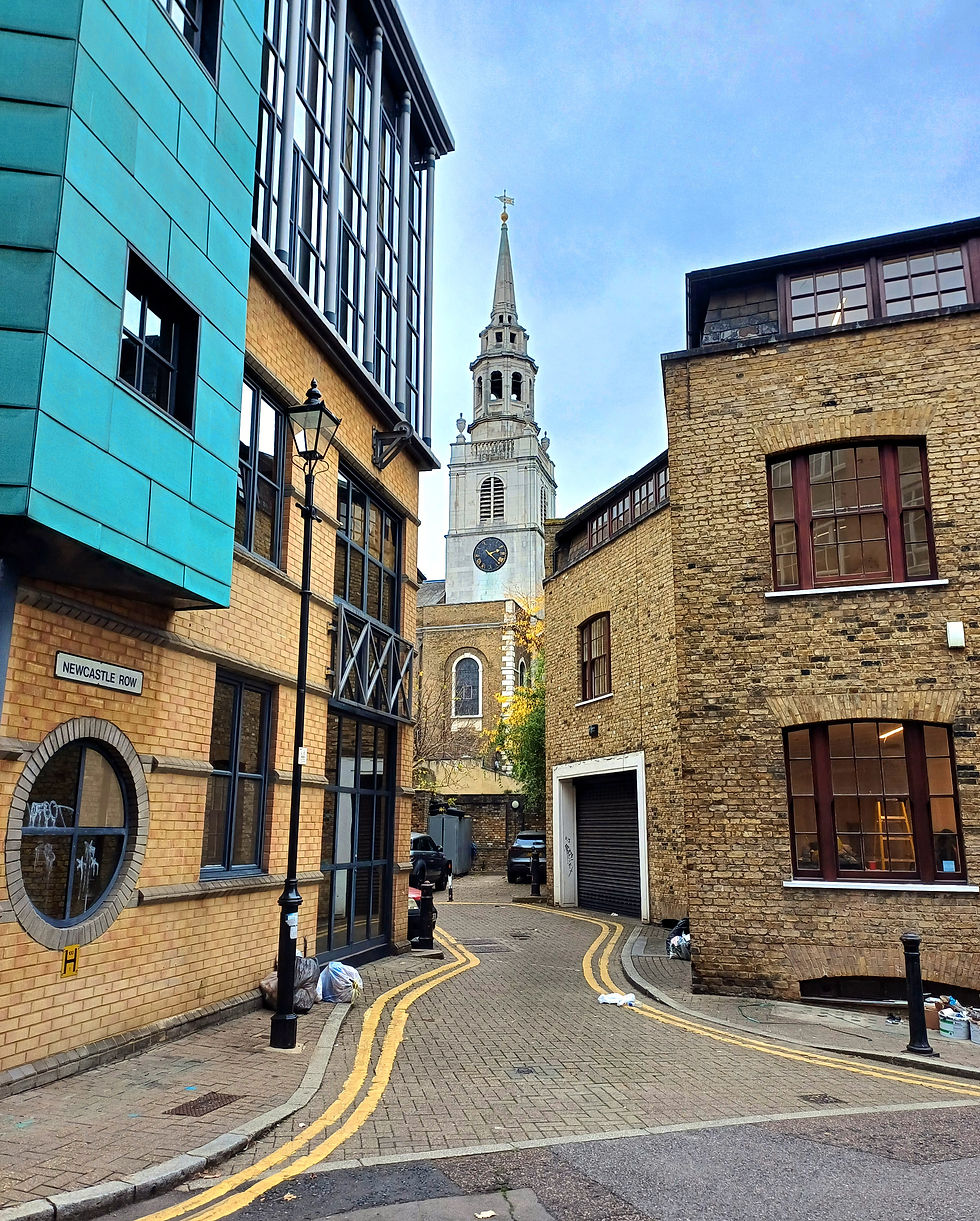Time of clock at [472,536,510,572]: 2:22
